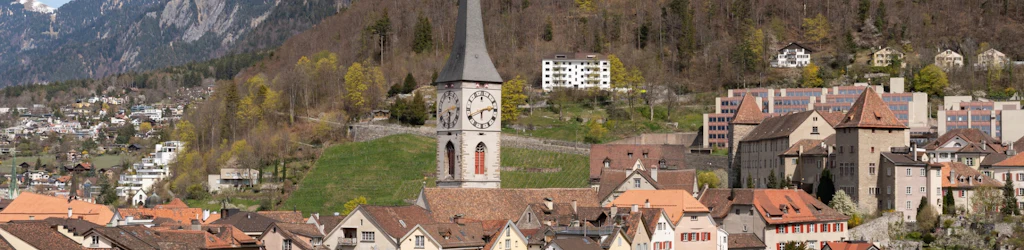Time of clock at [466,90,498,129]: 2:40
